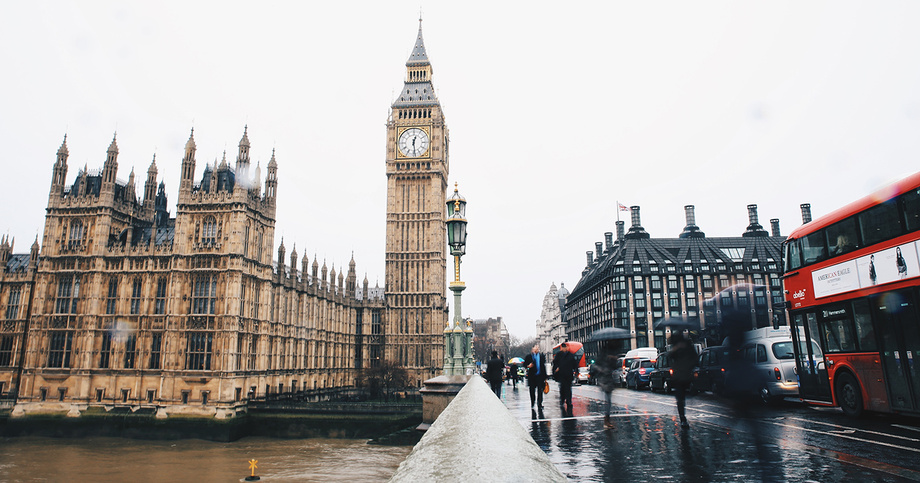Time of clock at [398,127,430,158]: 12:28
